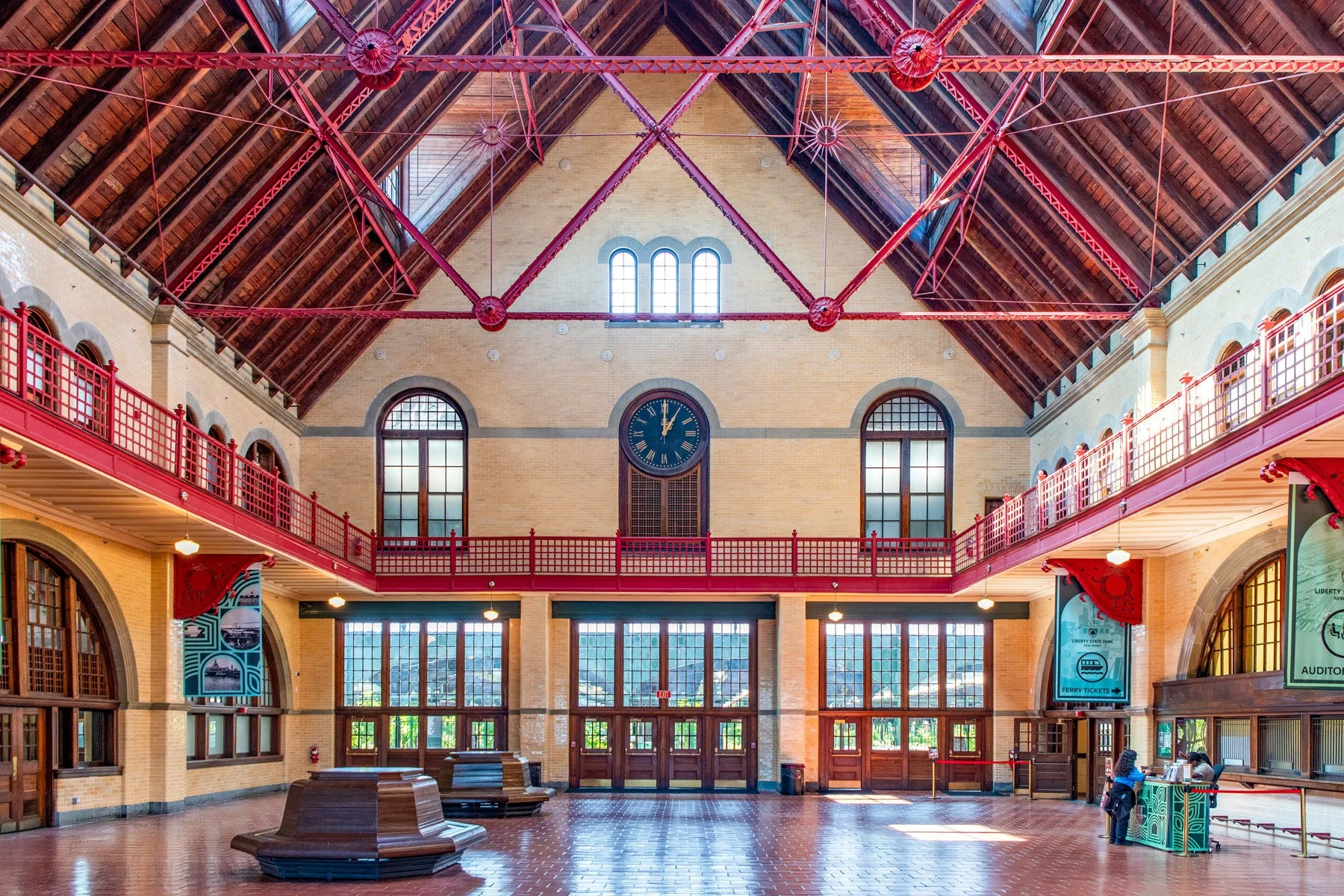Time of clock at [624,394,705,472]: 12:59
